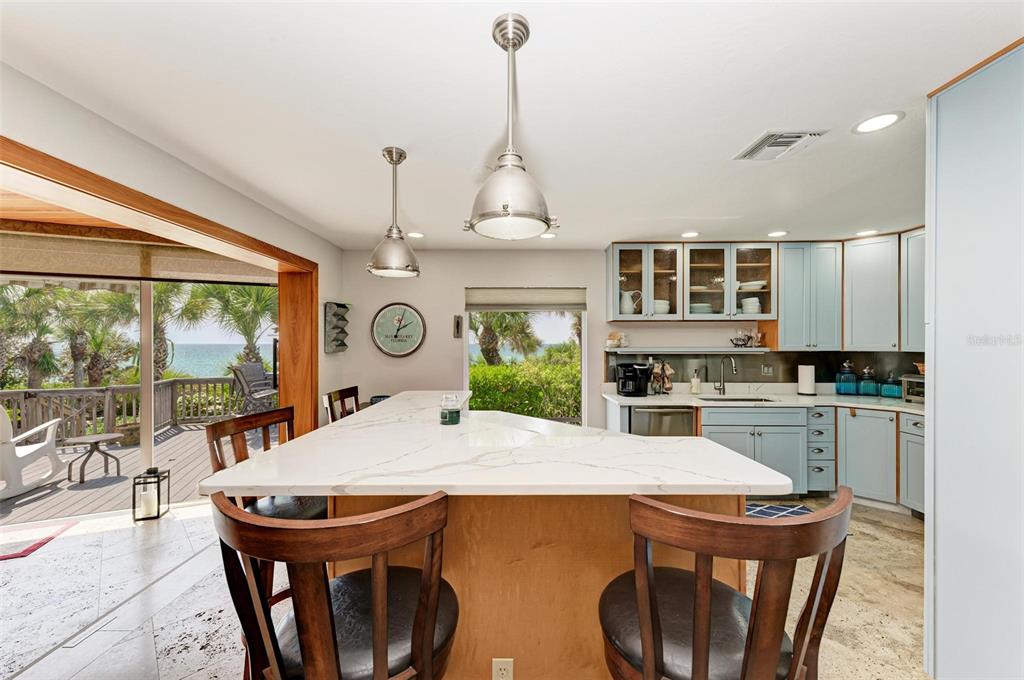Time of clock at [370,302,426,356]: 2:03
